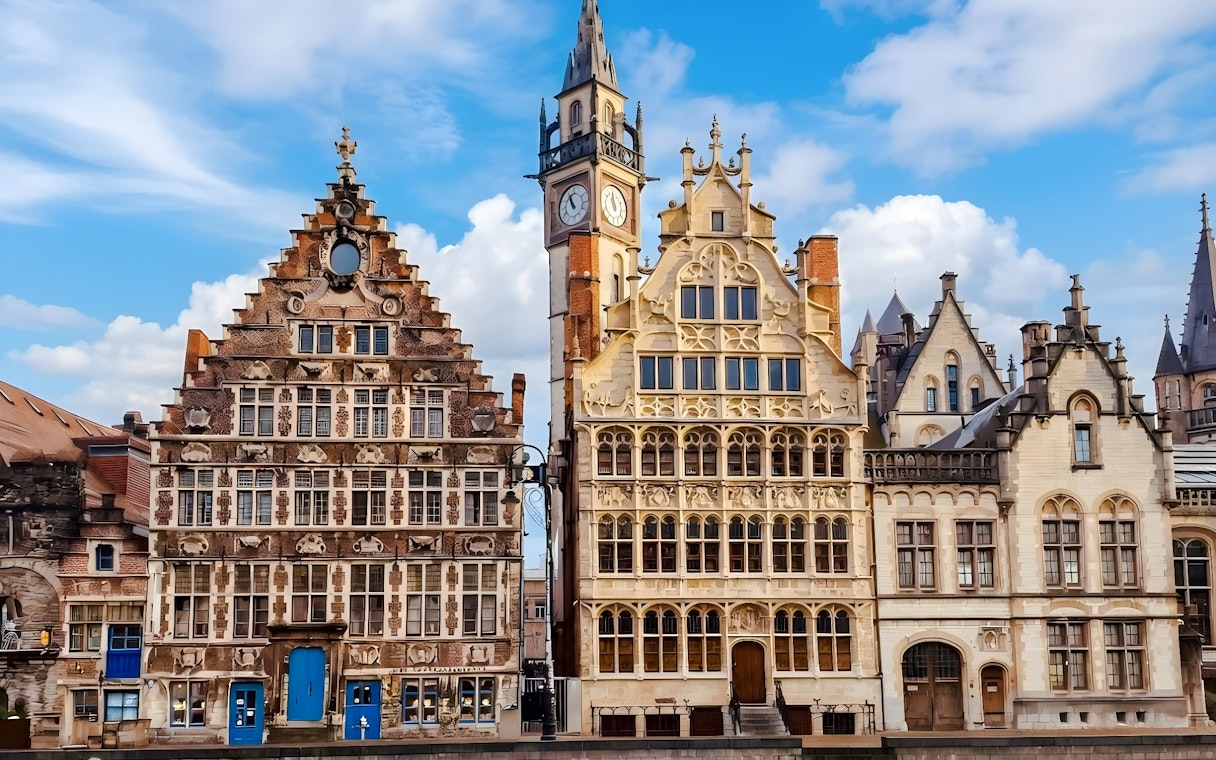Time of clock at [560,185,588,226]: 10:56
